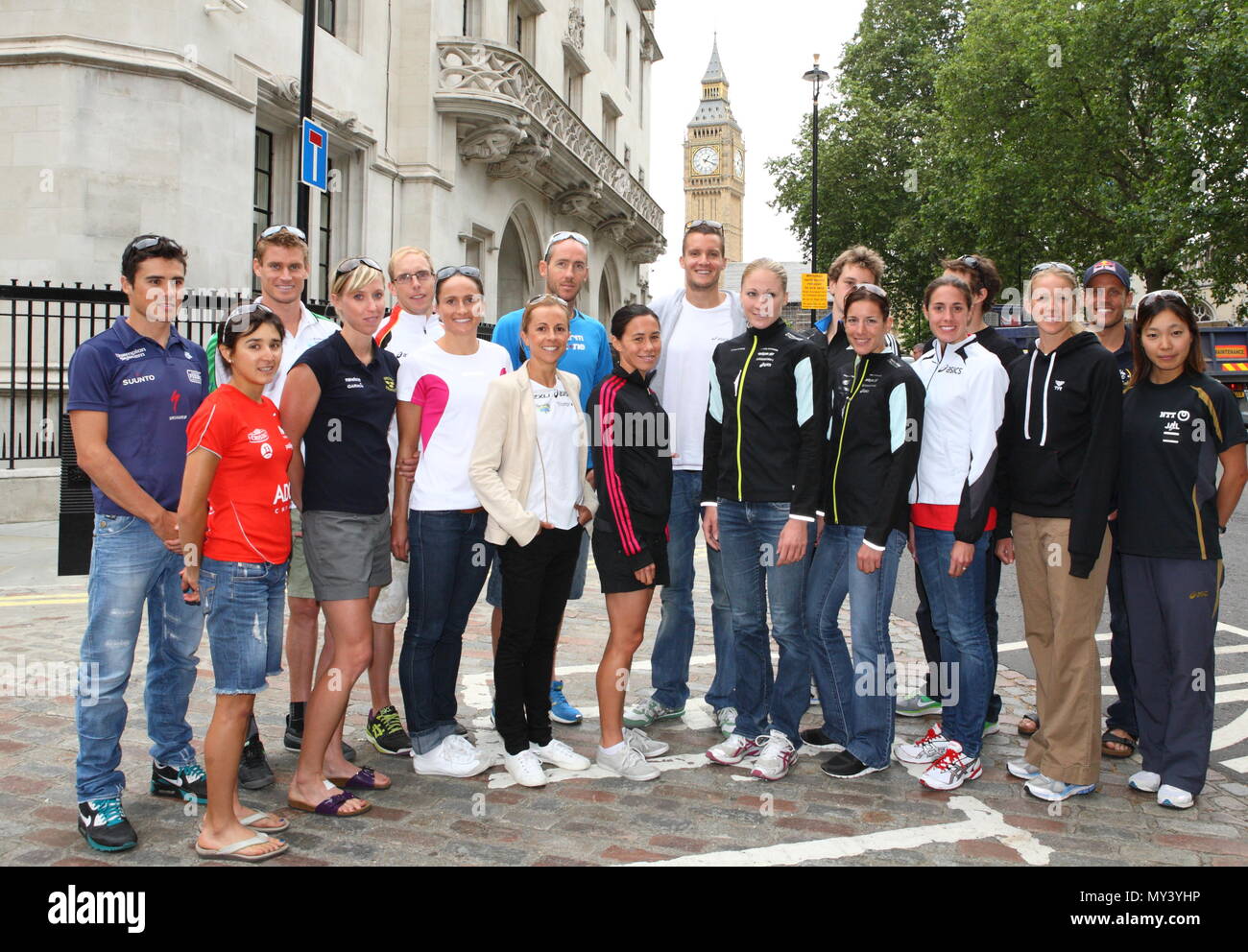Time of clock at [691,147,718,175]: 1:18
